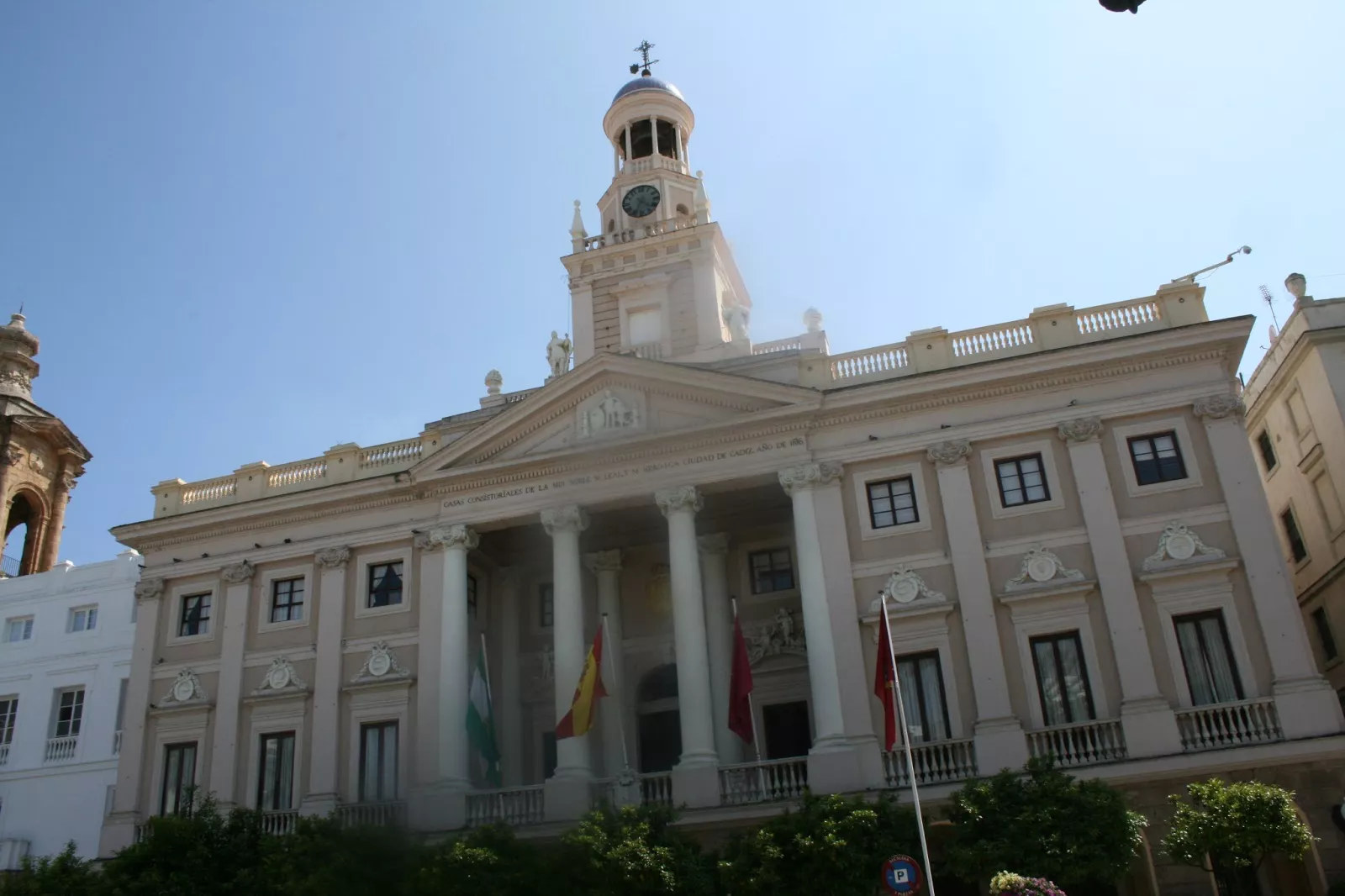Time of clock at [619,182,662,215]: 4:33
